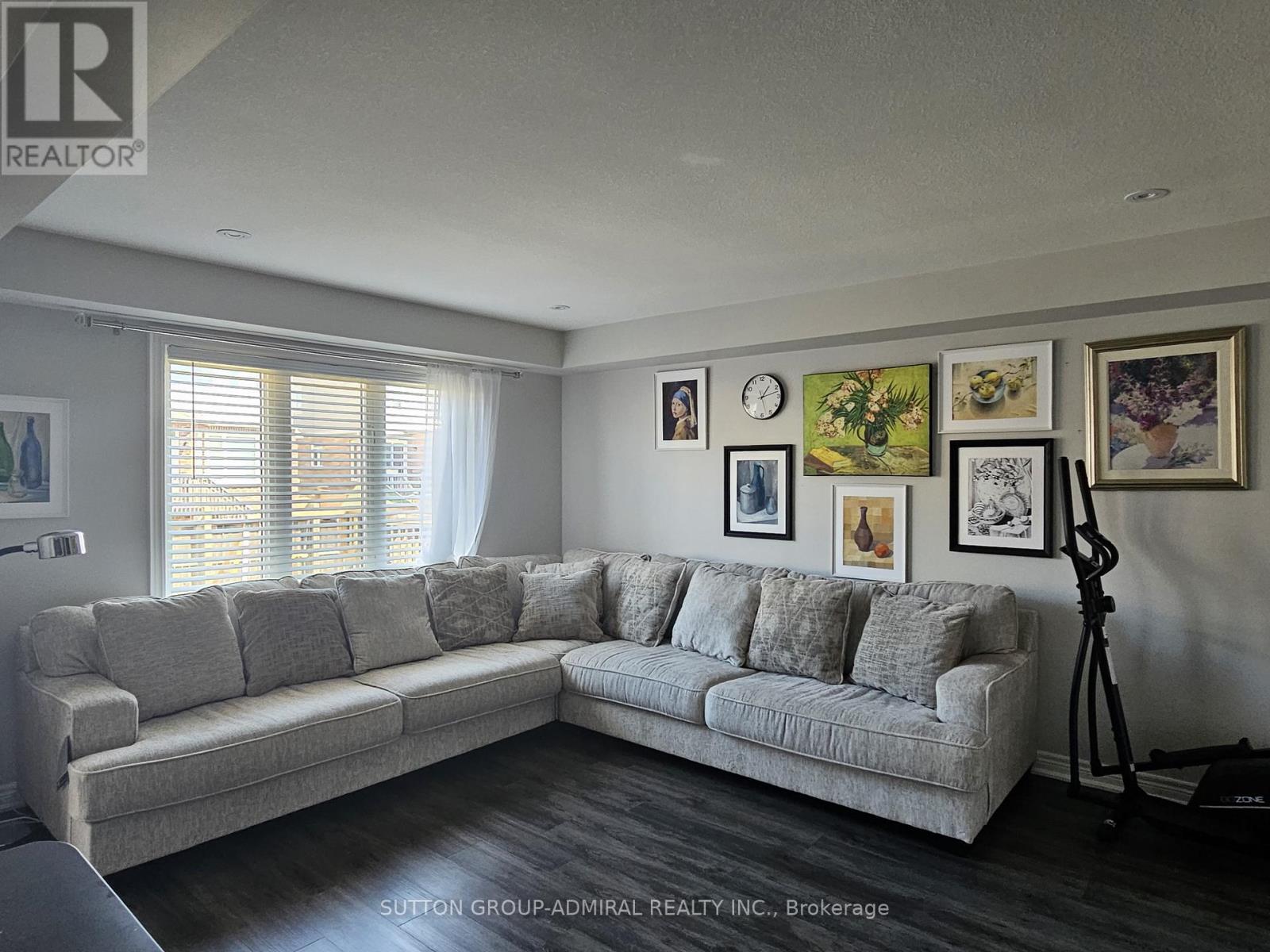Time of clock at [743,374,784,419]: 1:12
